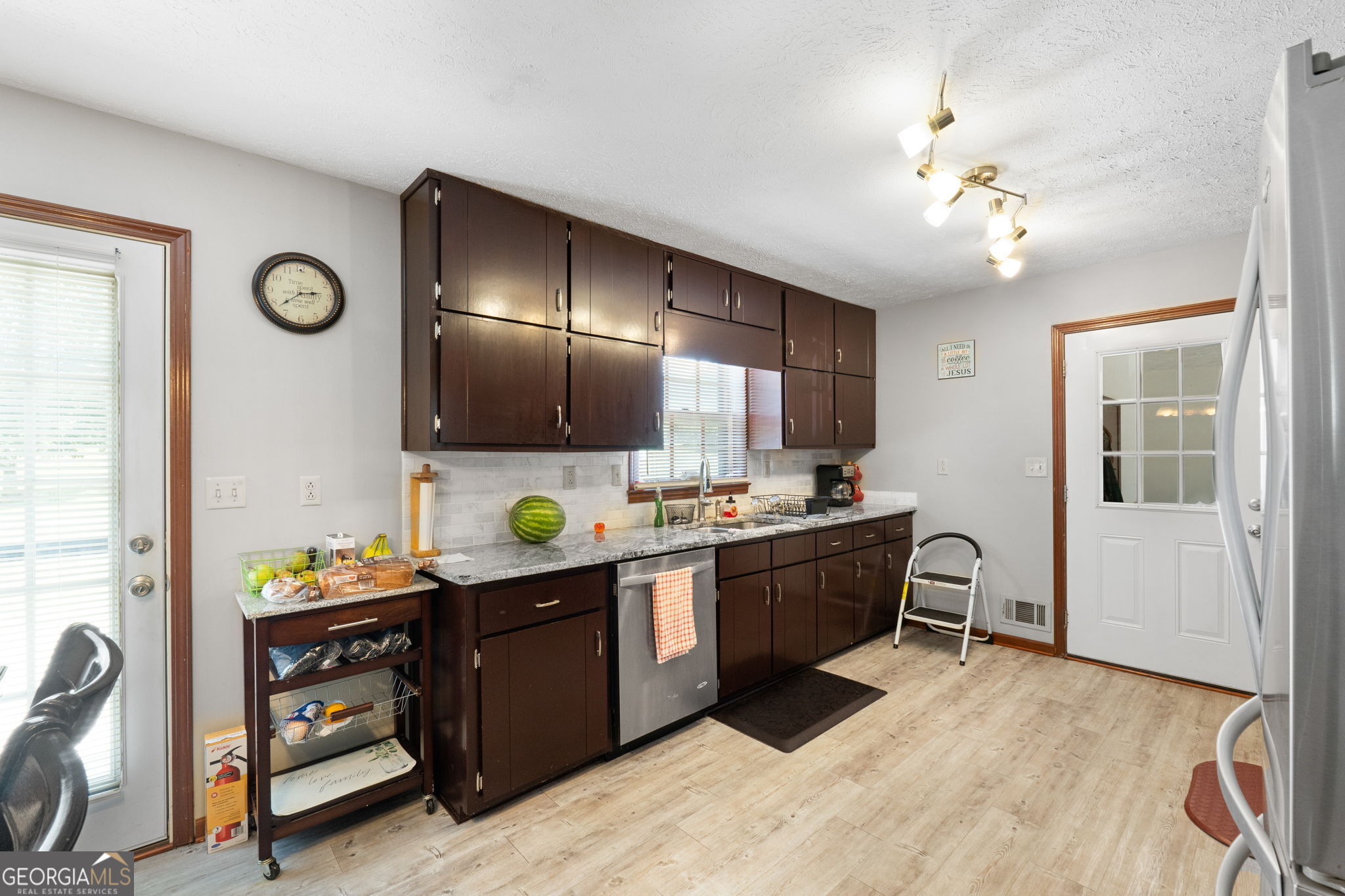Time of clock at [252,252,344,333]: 2:38
